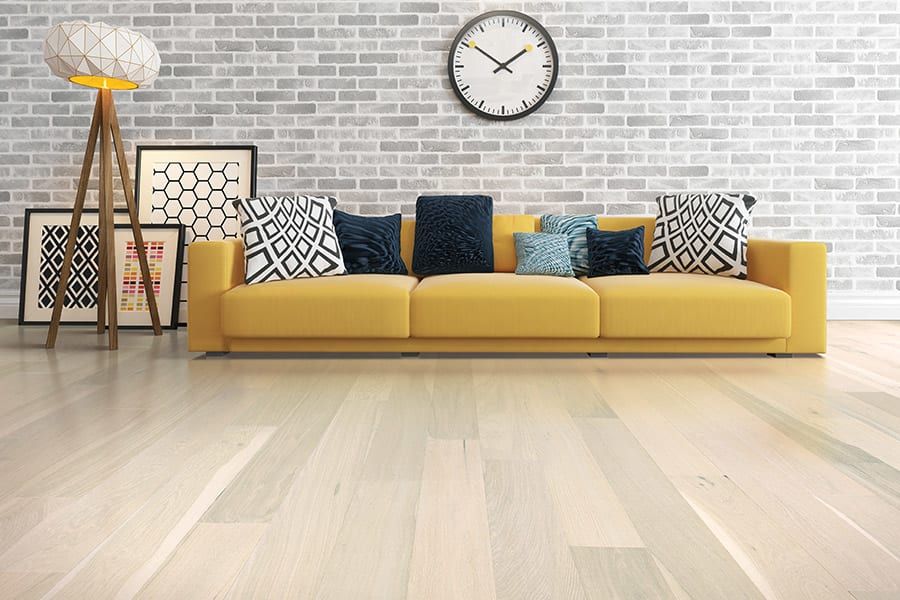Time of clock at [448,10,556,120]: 1:50
